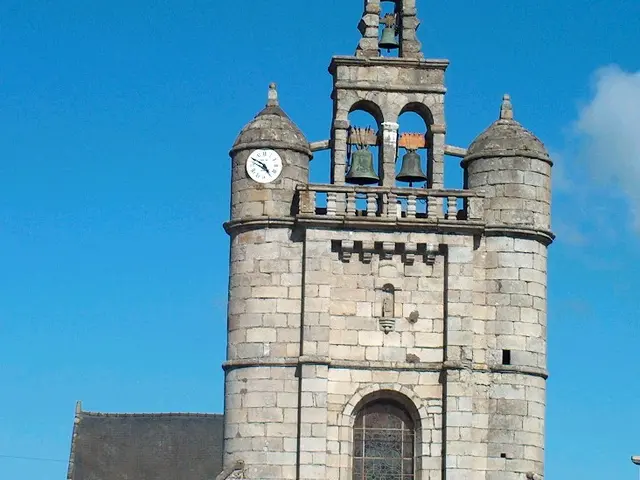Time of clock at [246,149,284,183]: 4:49
